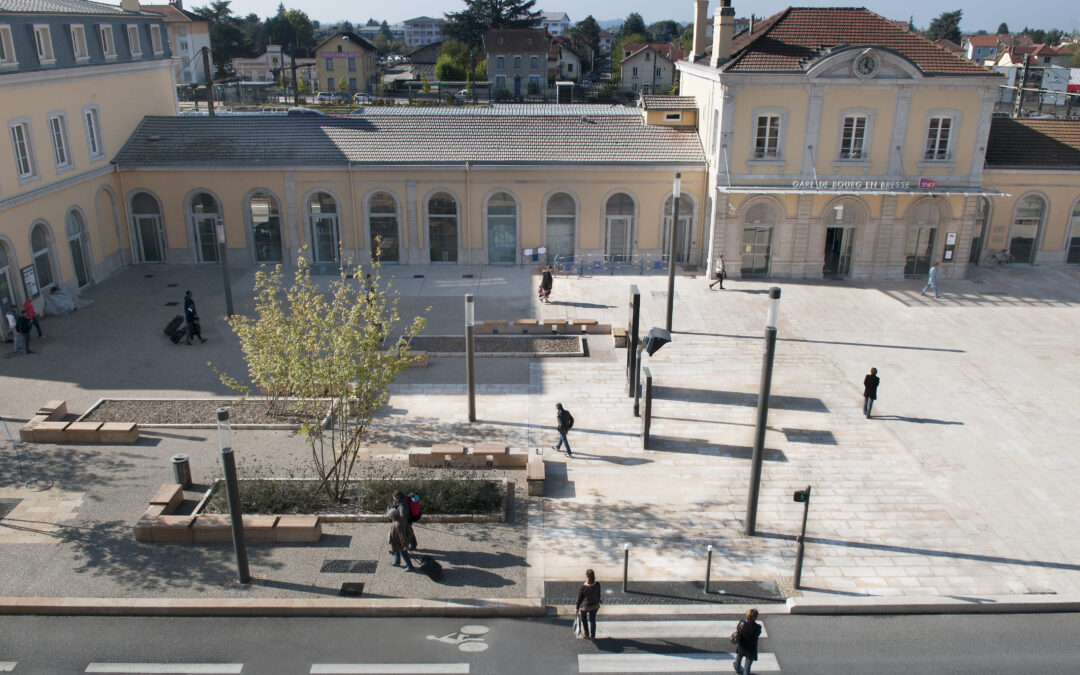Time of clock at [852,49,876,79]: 12:22
